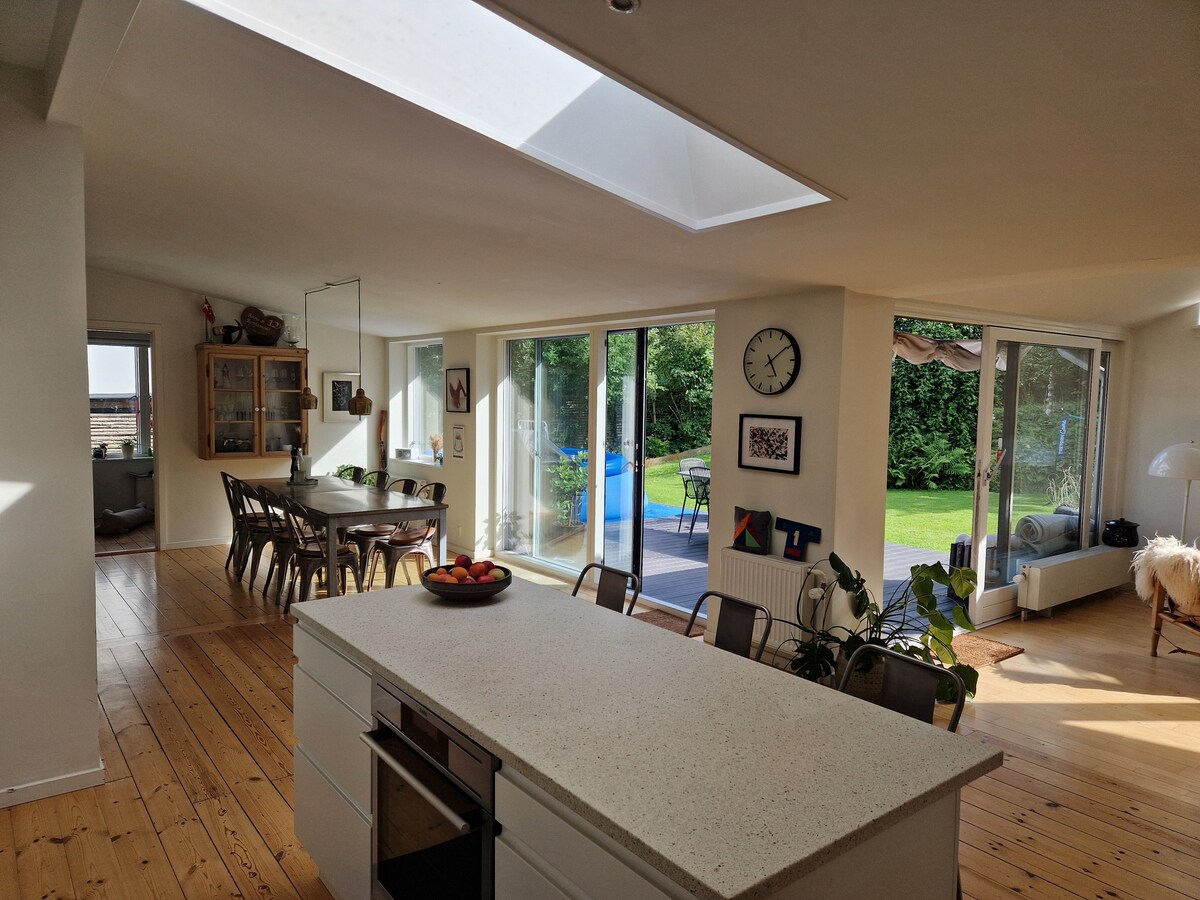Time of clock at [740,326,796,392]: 5:09
